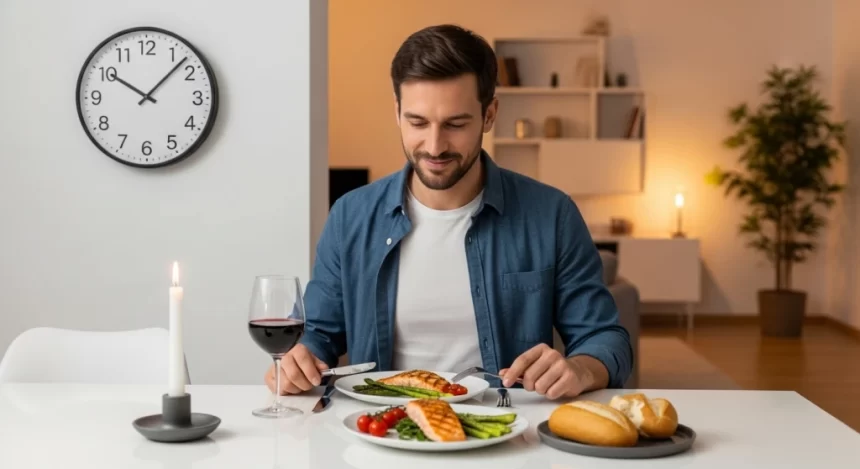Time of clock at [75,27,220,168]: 10:07
